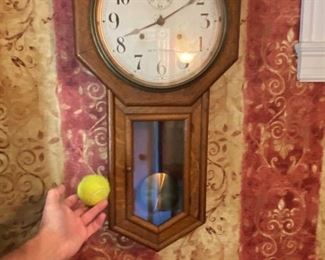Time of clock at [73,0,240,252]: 8:09
